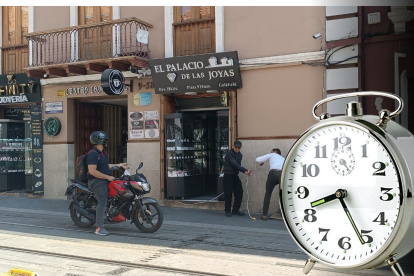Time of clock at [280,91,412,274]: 8:25
